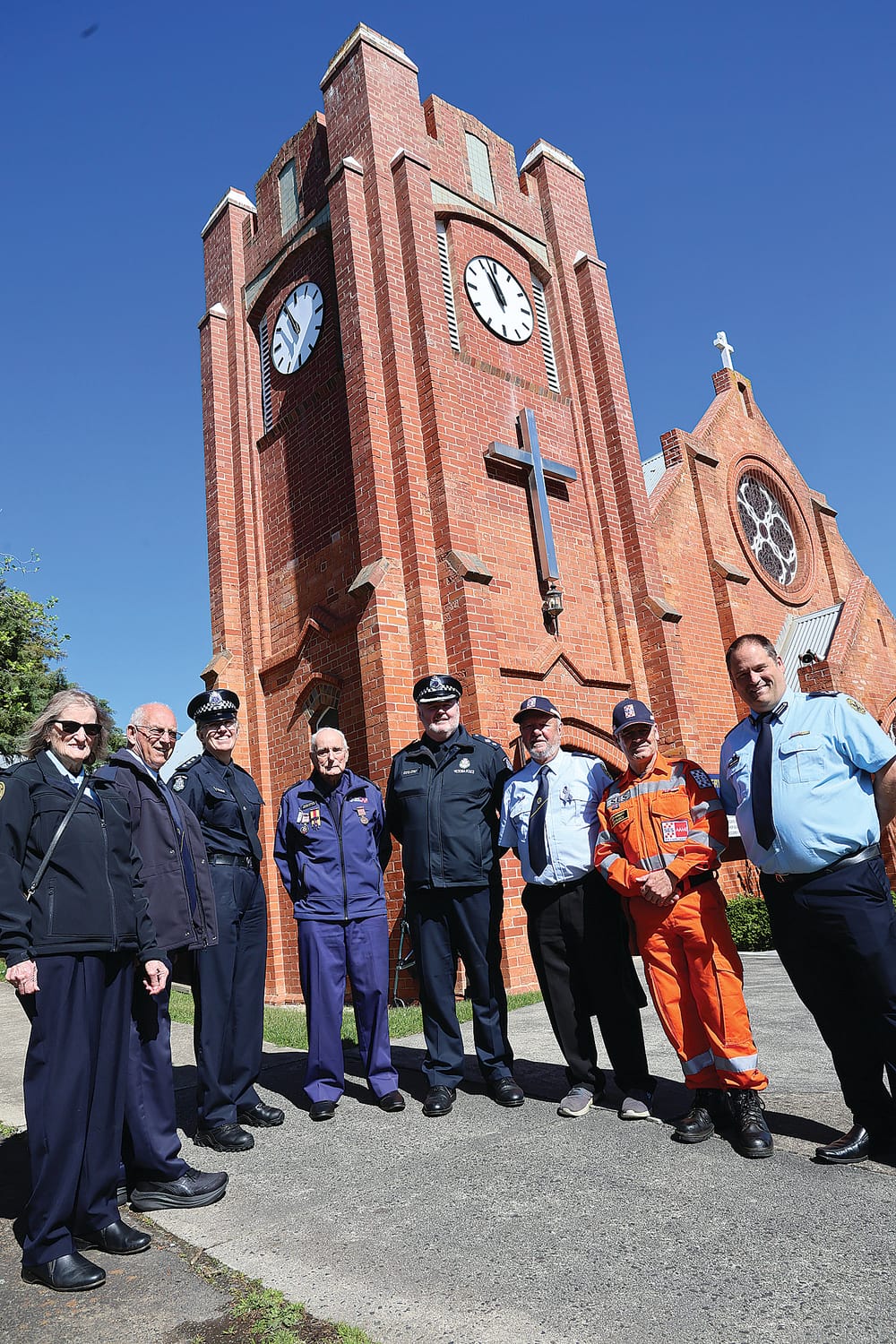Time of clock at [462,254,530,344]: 10:57
